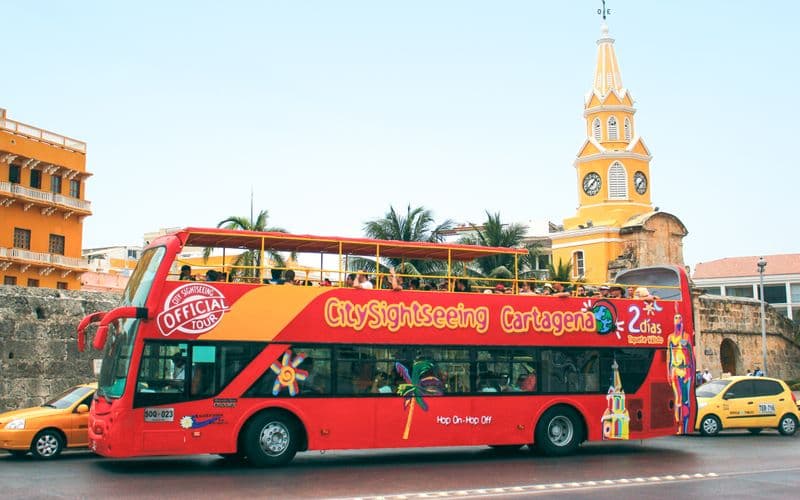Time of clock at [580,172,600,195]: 1:37
